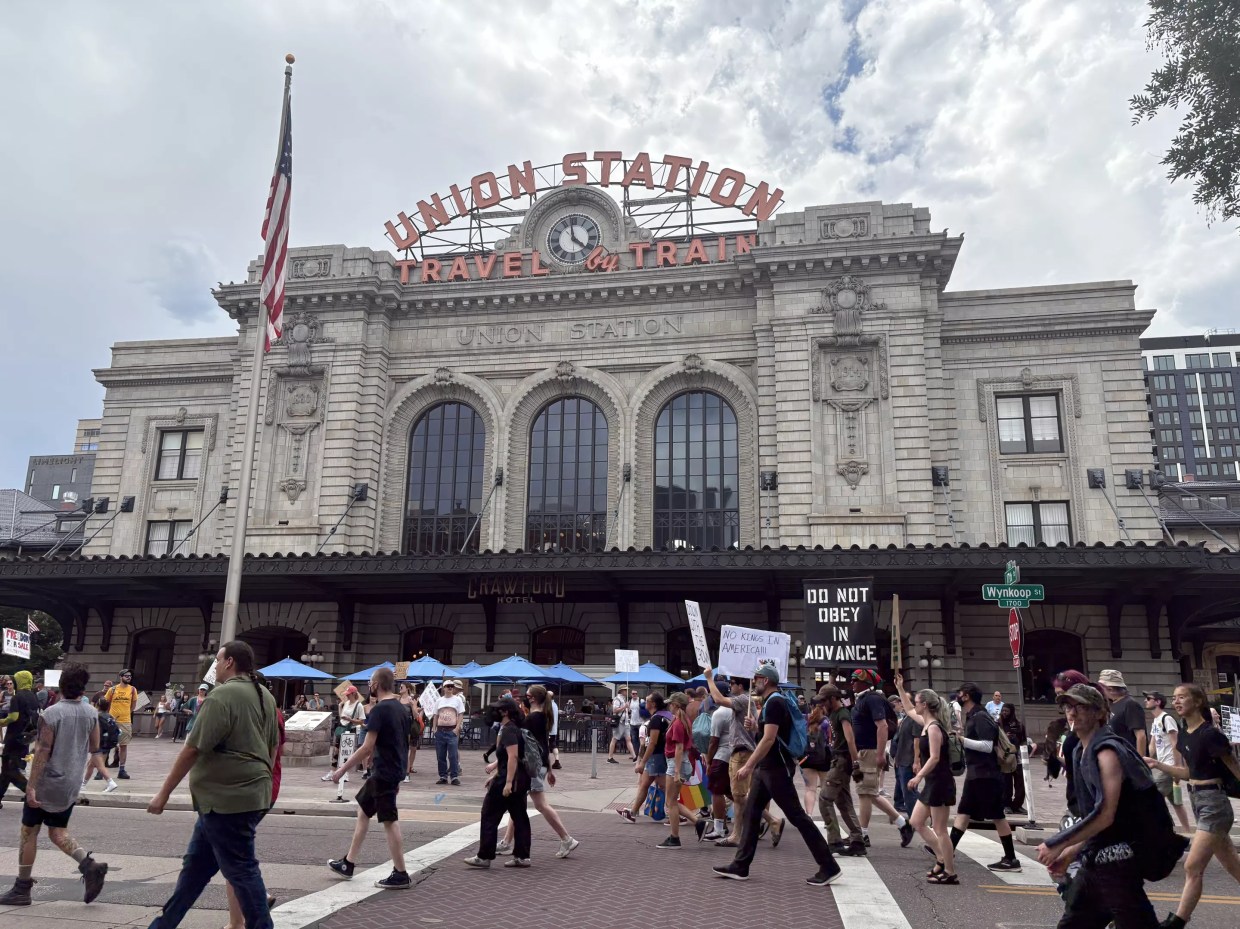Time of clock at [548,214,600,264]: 3:58
